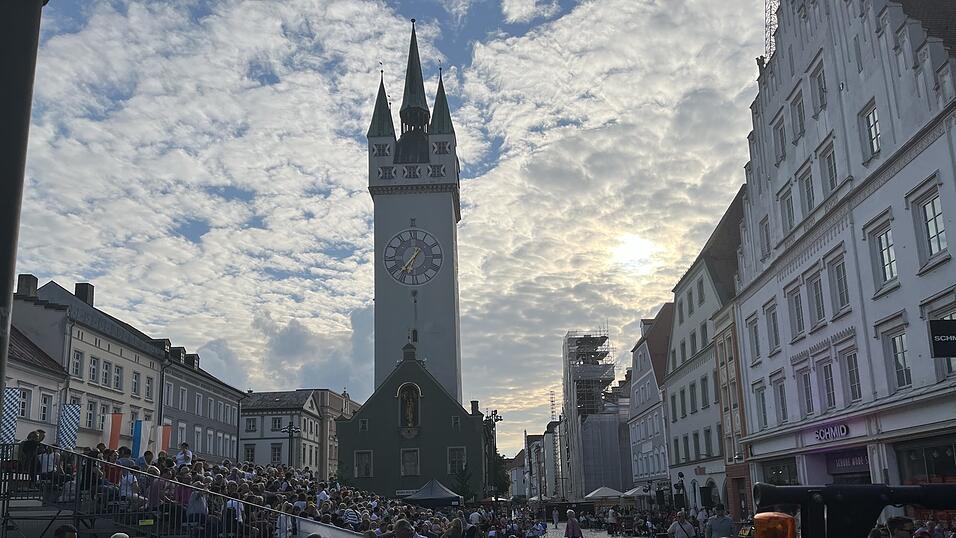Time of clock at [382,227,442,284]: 6:36
